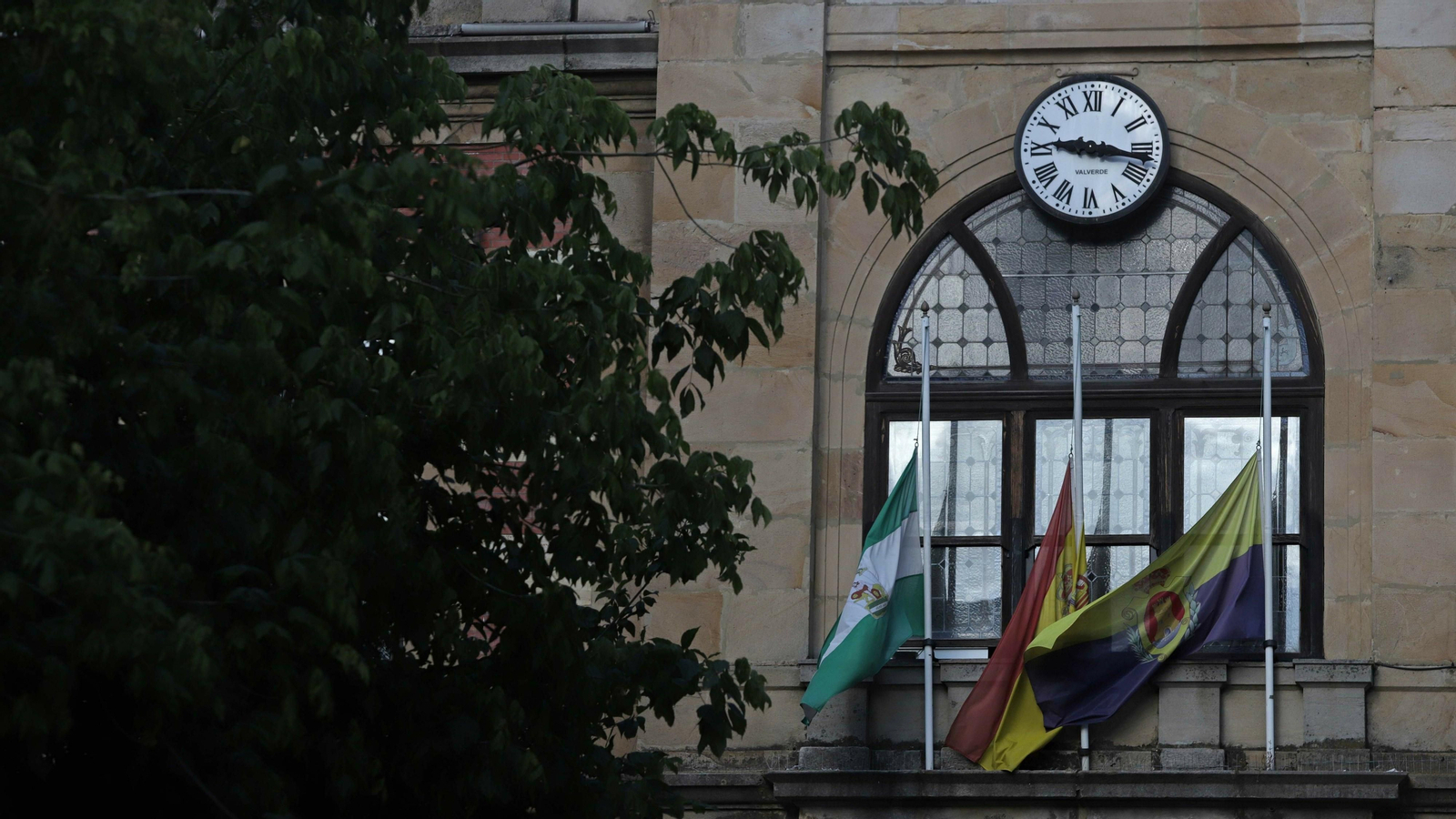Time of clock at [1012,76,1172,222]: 9:16
